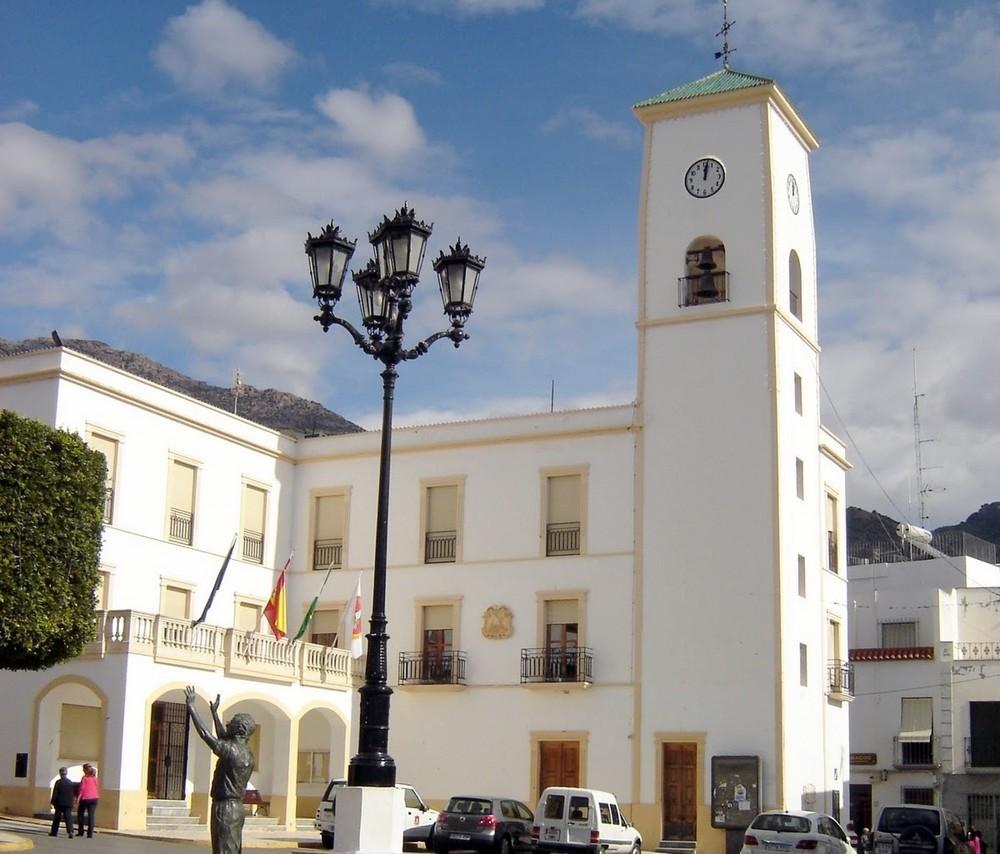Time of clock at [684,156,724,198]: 12:01
